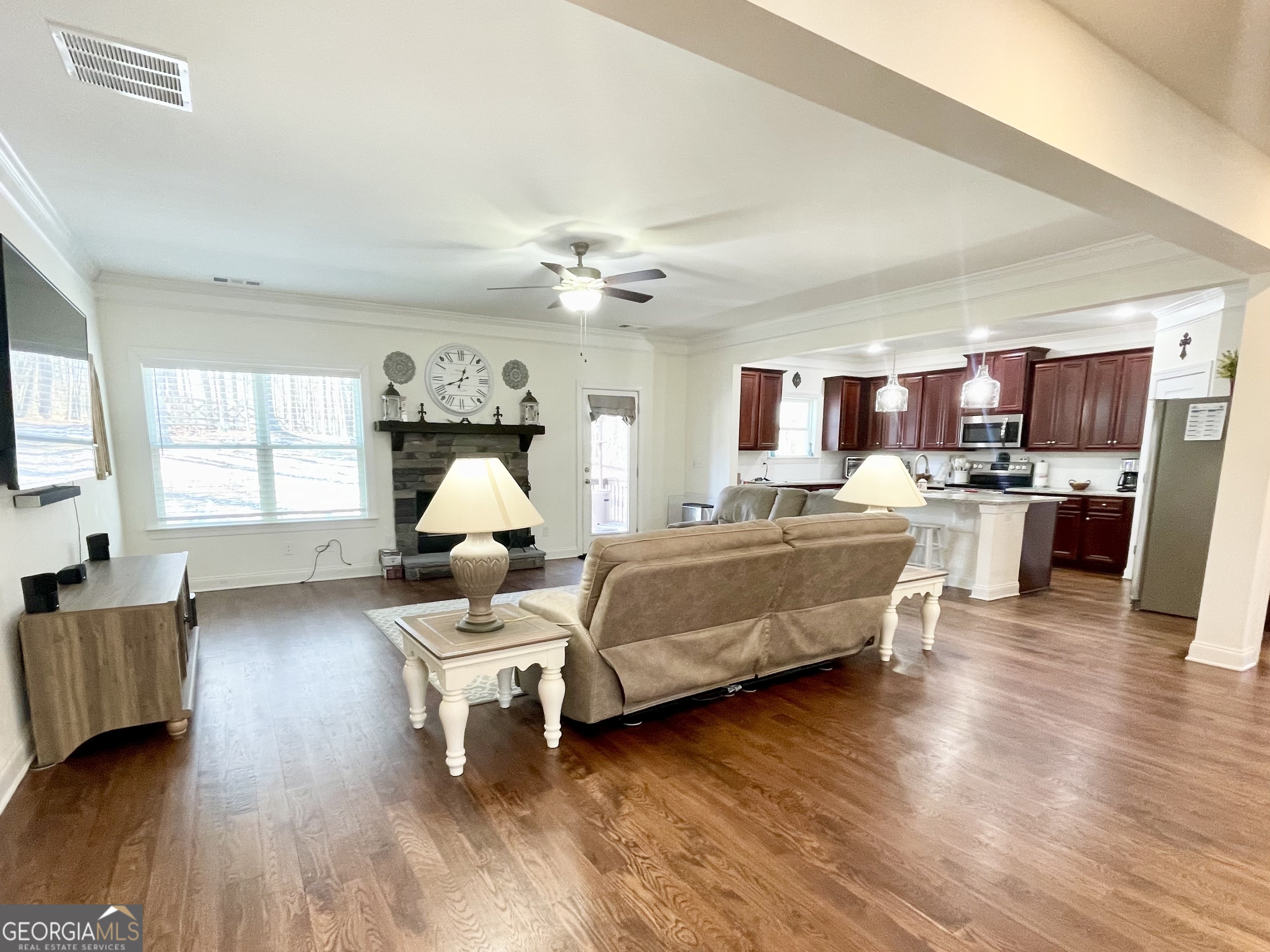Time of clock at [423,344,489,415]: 12:41
